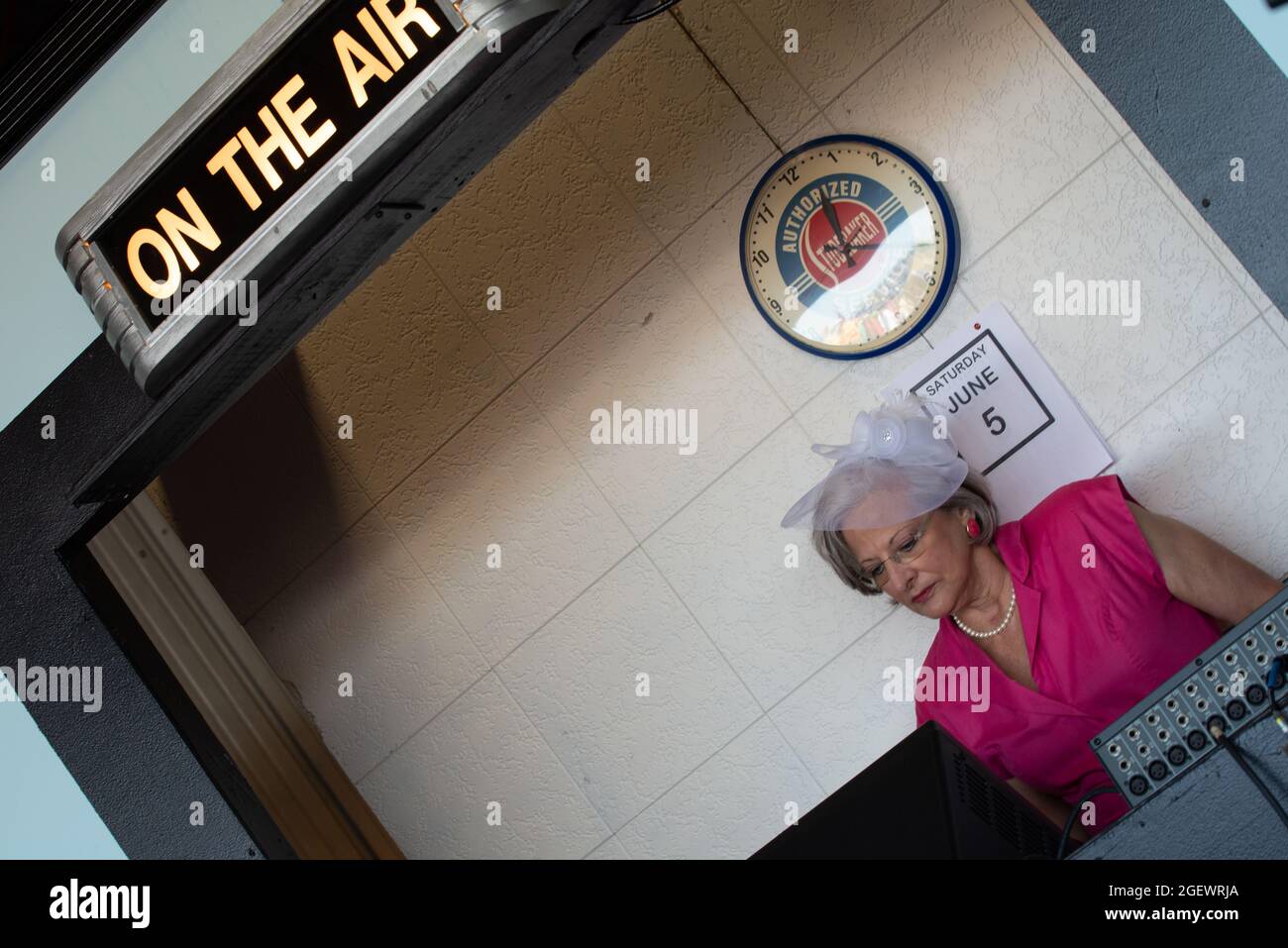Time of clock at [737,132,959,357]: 2:57
